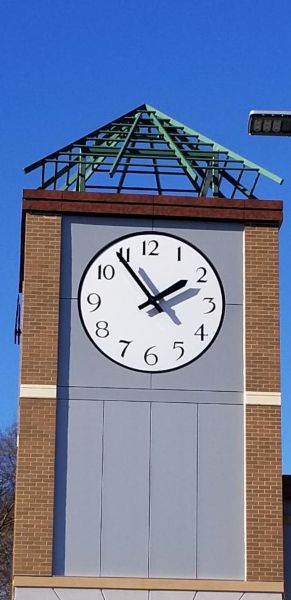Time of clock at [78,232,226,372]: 1:54
